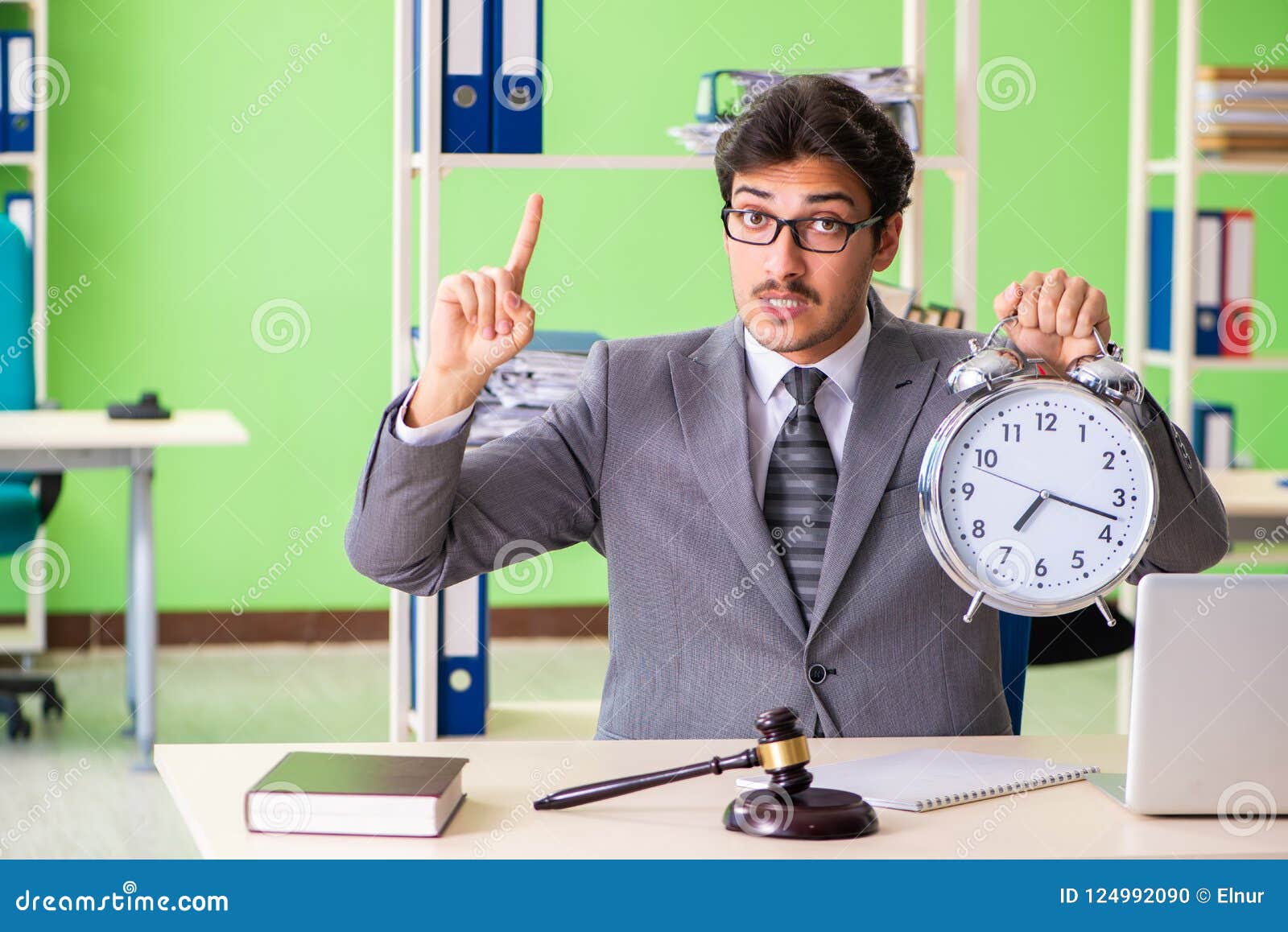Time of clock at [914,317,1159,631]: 7:17
